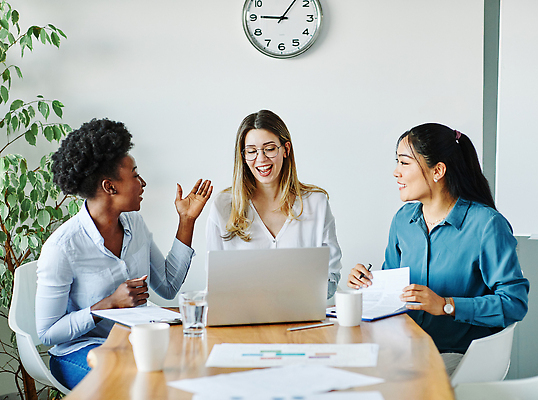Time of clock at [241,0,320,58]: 9:06
